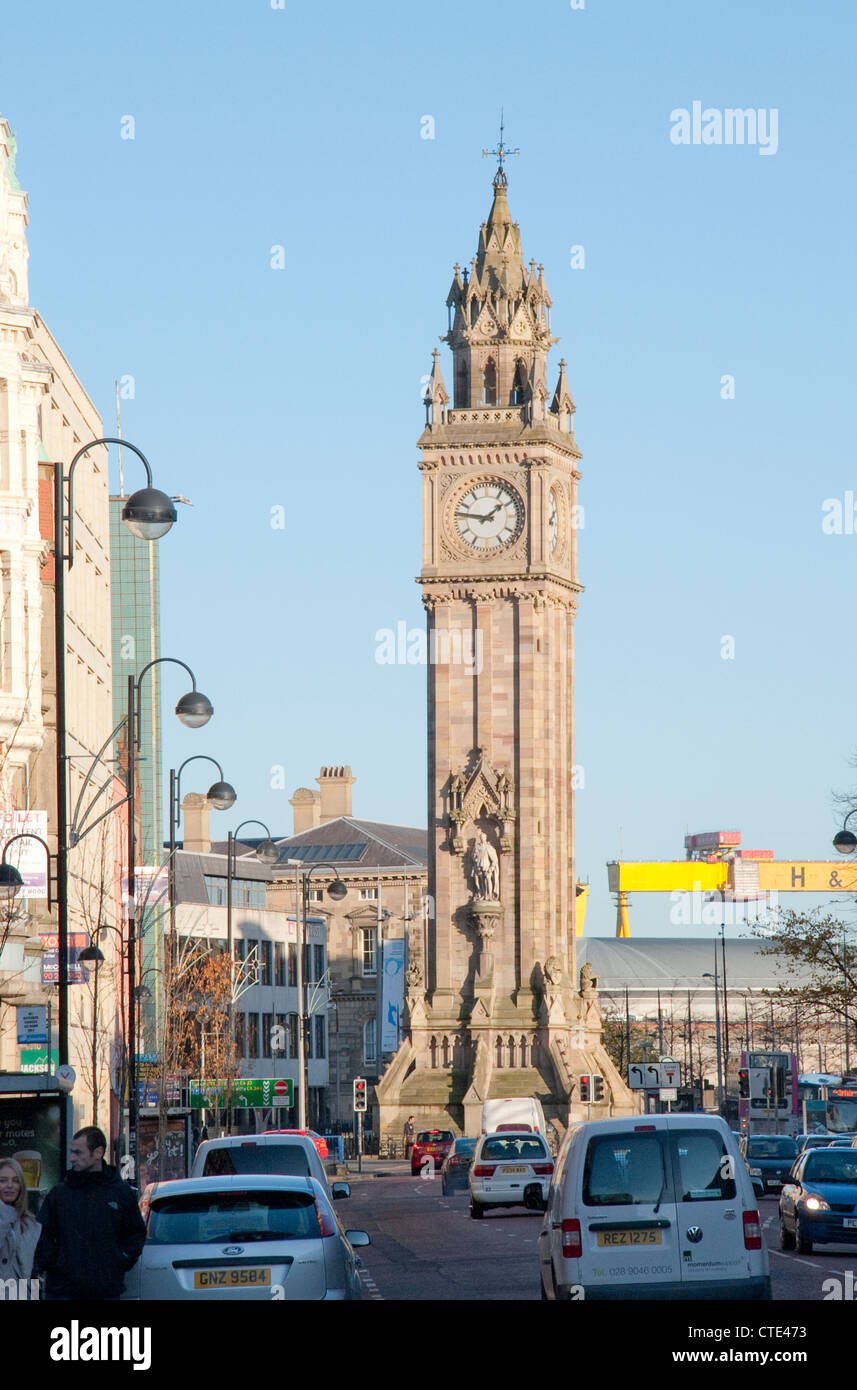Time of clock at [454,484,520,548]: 1:46
